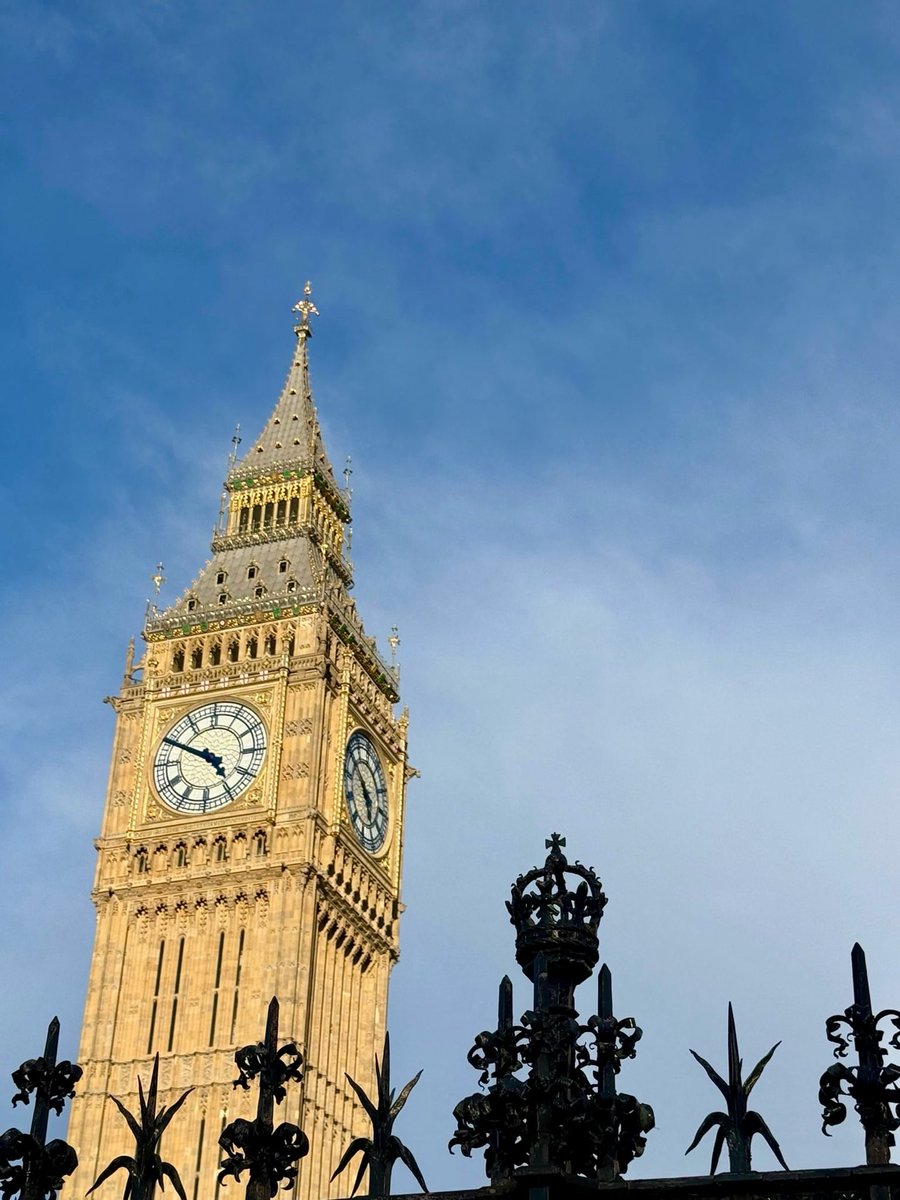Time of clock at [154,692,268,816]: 4:49
